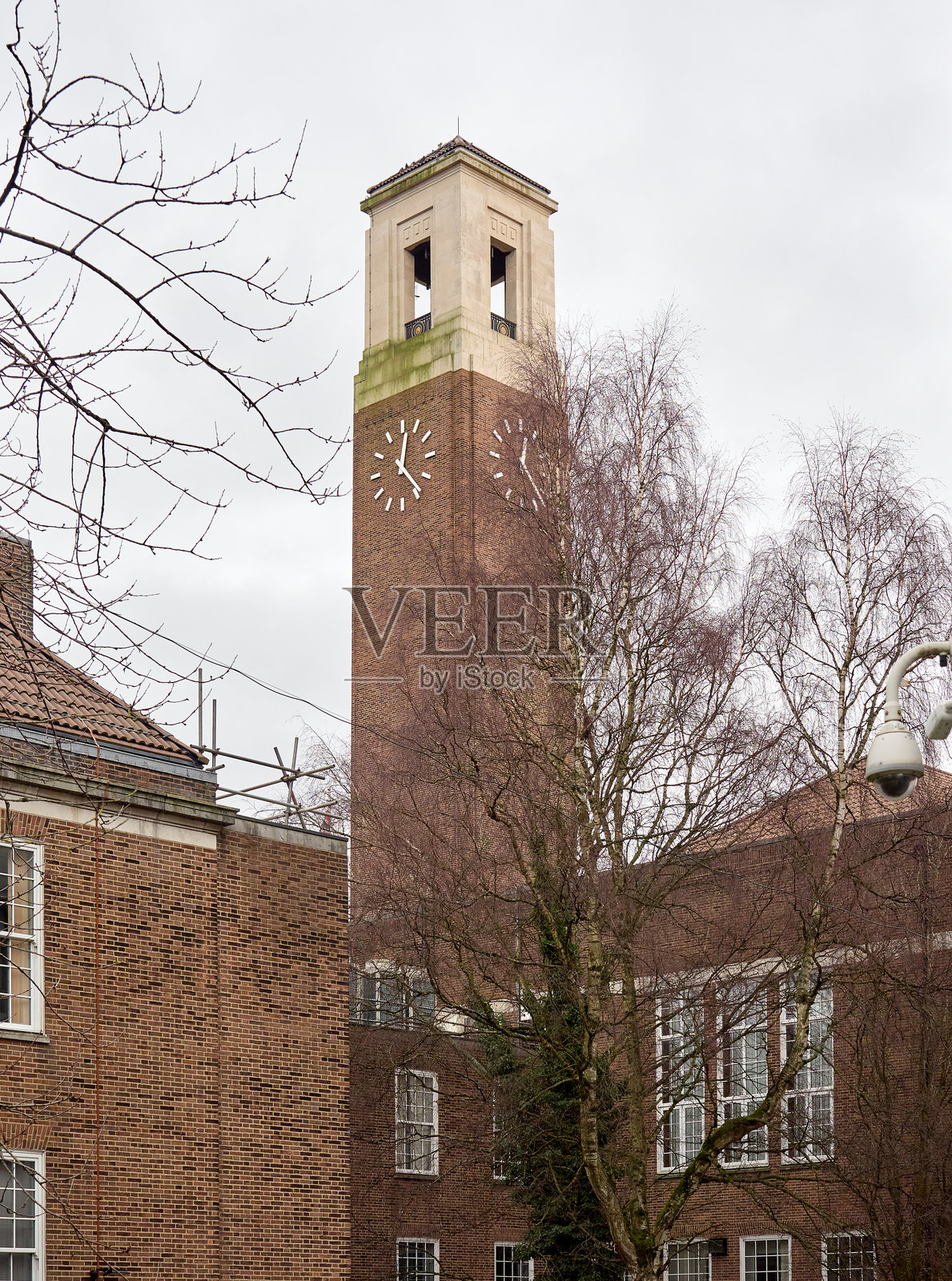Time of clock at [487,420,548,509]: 12:23
